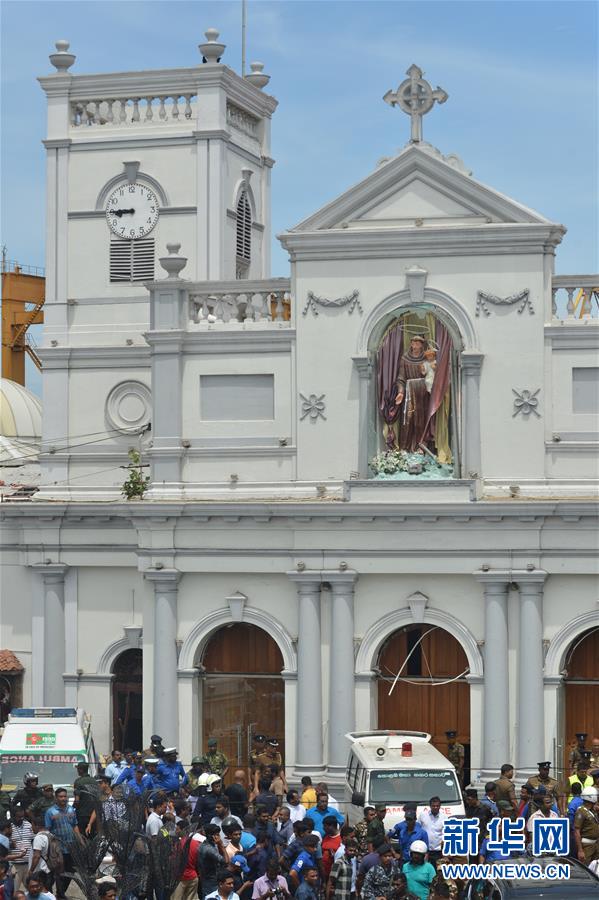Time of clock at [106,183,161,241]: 8:45
